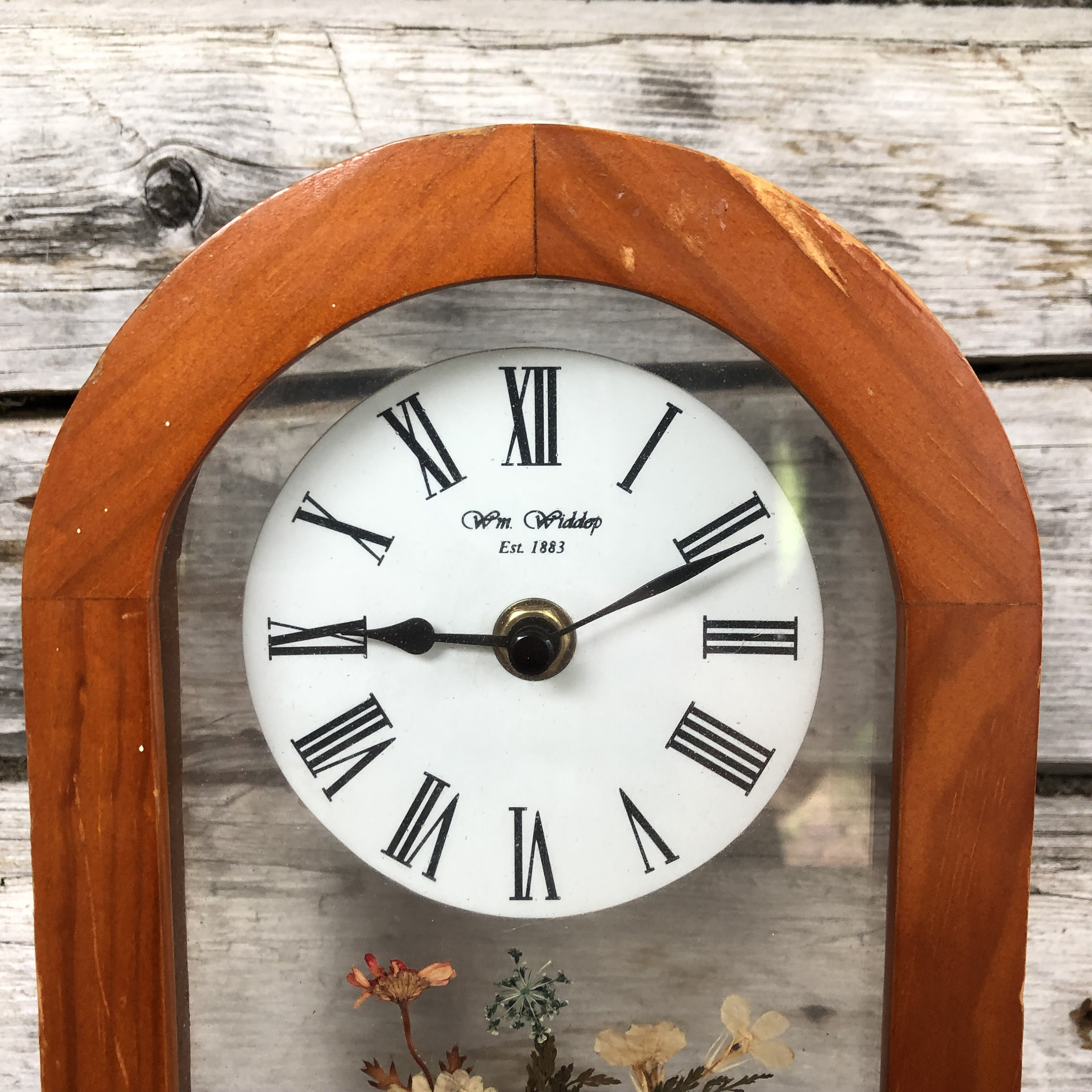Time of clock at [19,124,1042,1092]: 9:10
